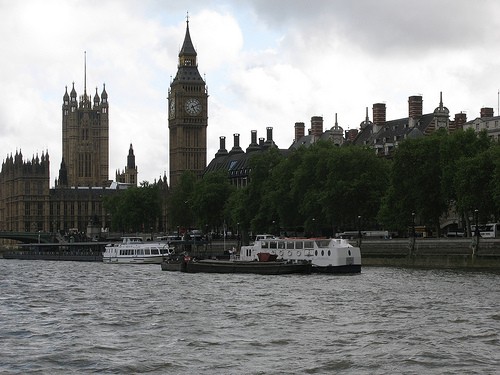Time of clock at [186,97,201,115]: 5:11
